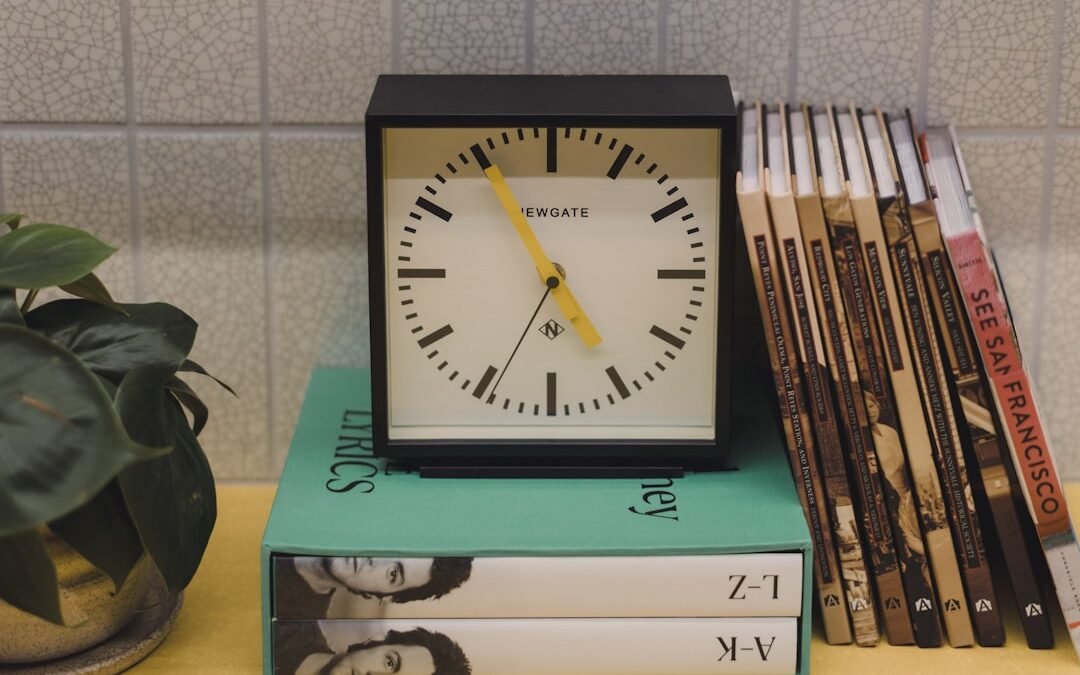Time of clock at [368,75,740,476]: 4:55
